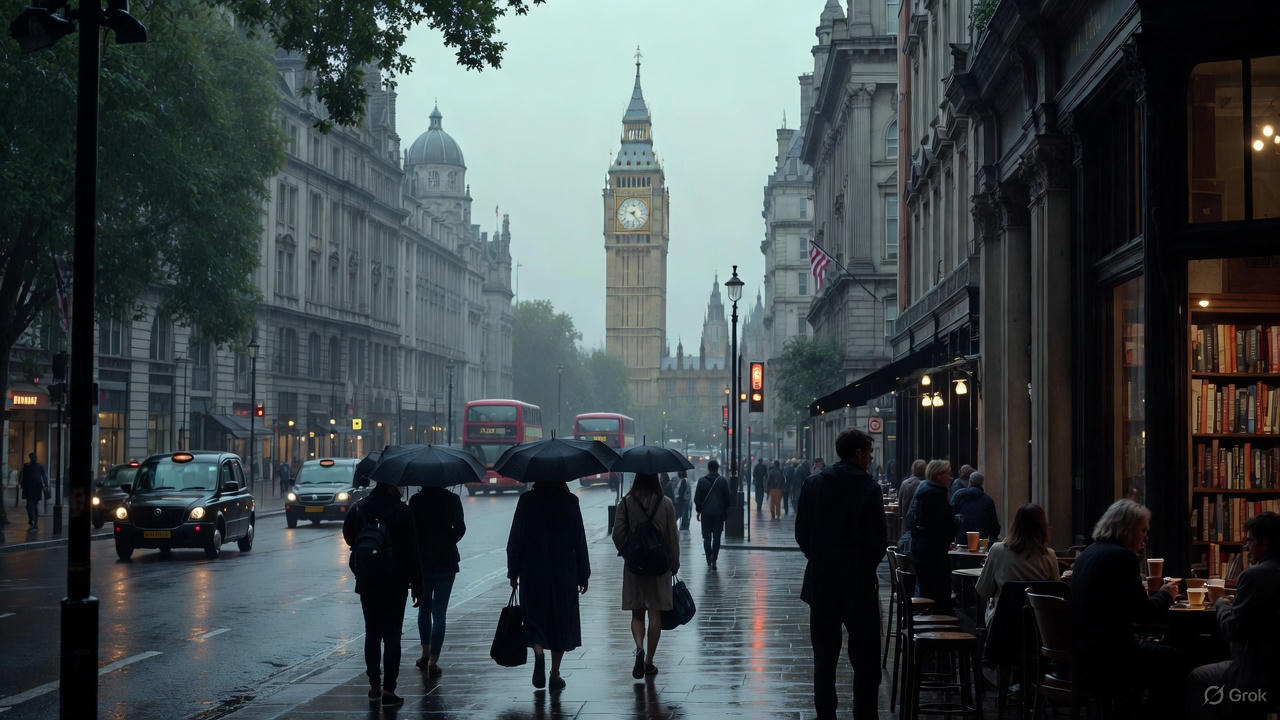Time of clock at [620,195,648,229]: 9:23
